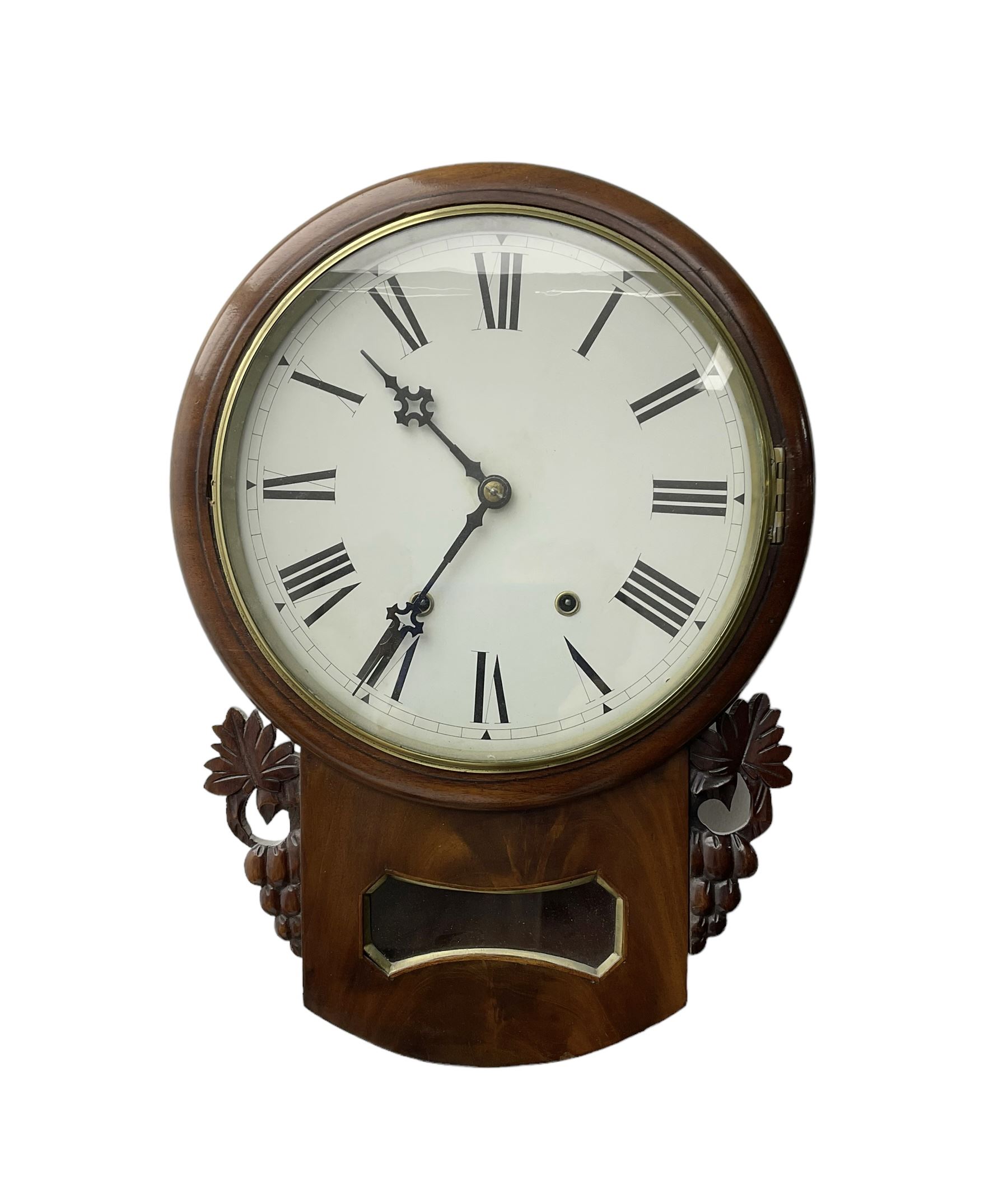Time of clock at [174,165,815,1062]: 10:35
